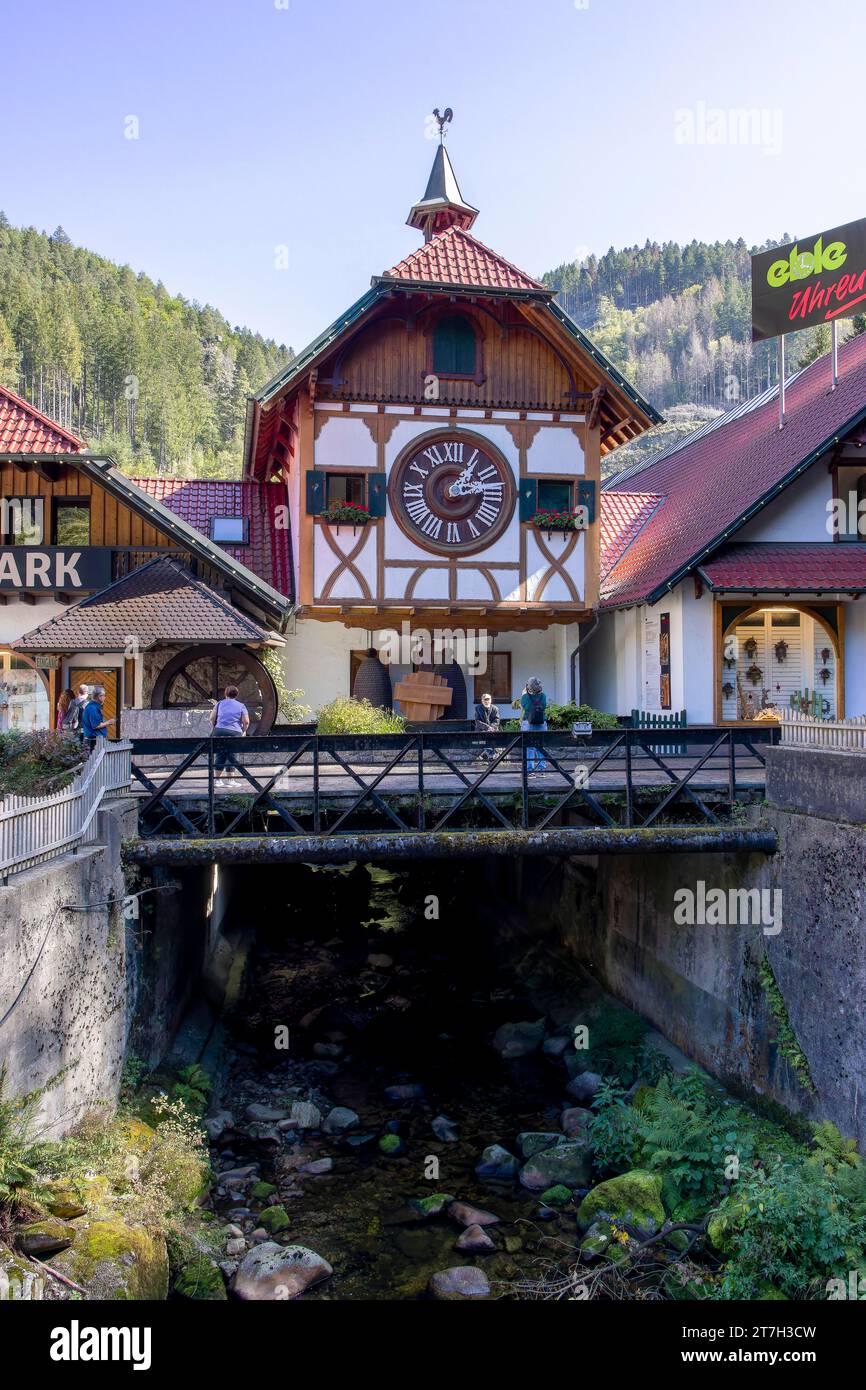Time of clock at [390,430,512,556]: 1:13
